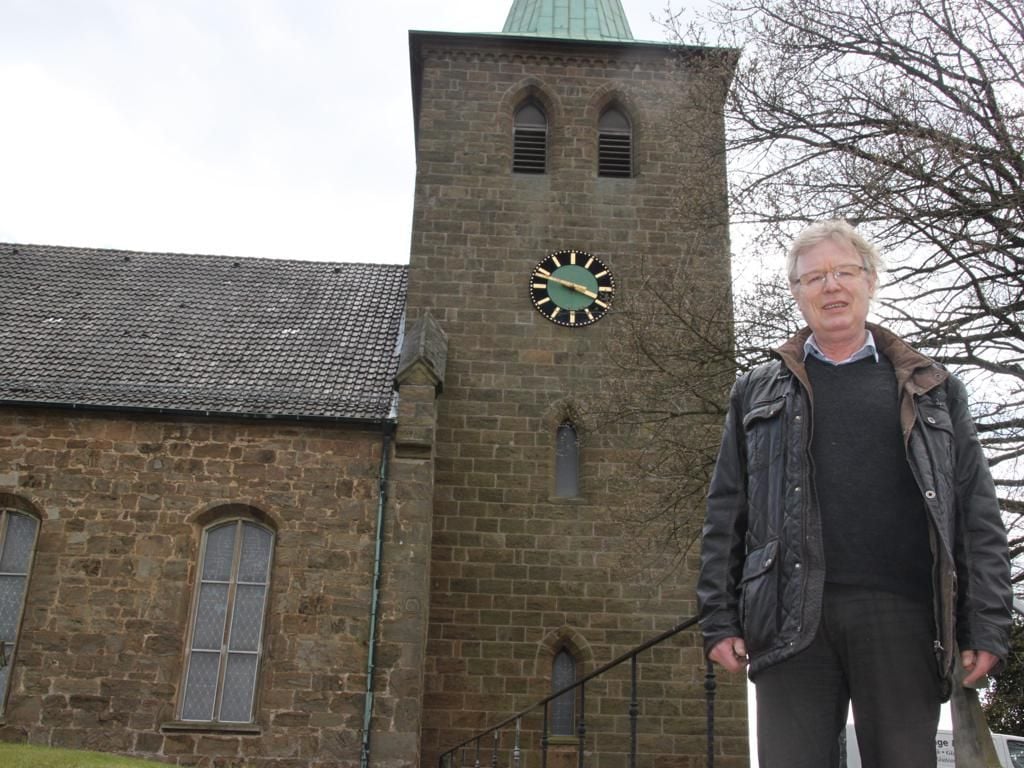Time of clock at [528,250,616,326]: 3:48
